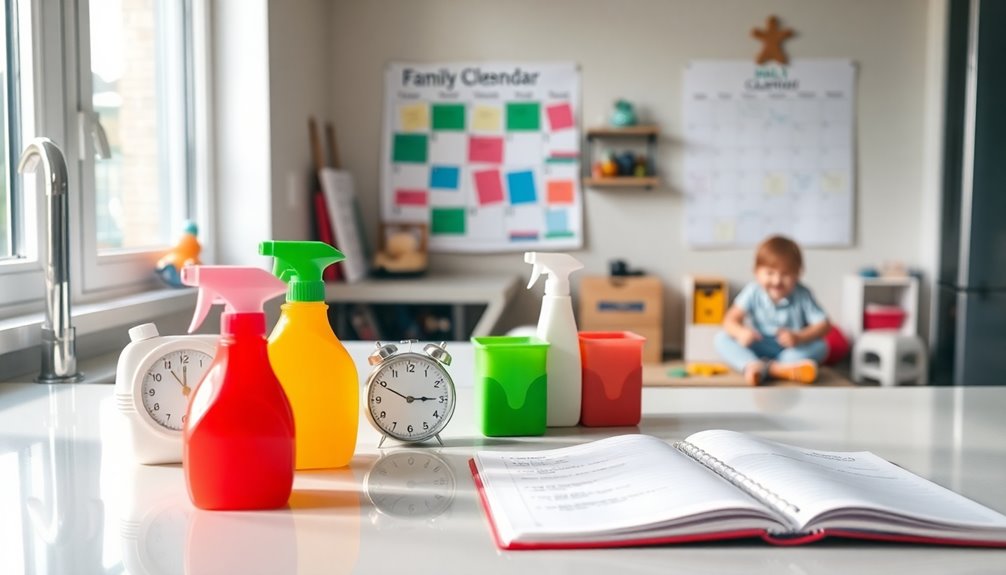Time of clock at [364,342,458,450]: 2:49
